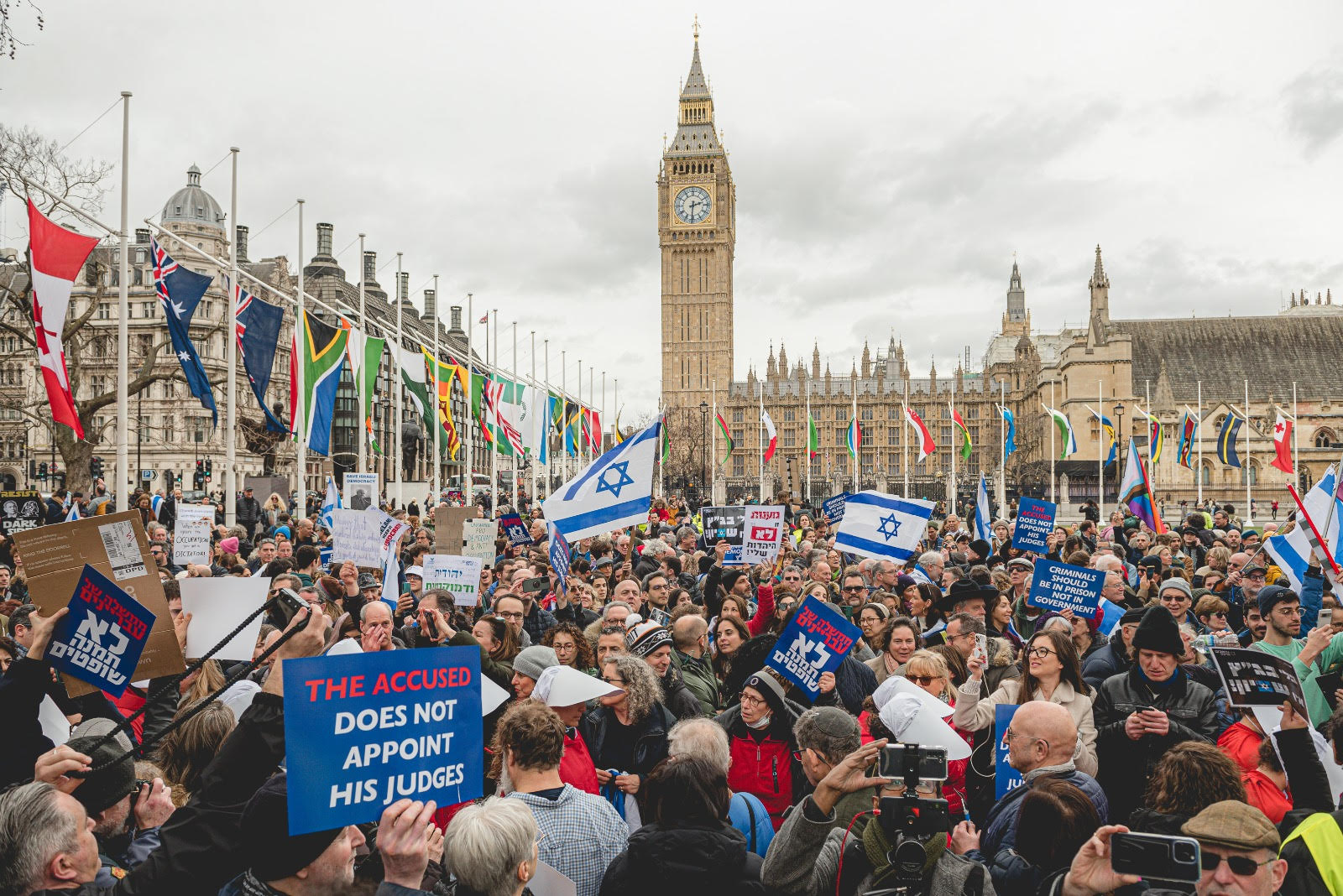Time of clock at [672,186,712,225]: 2:30
